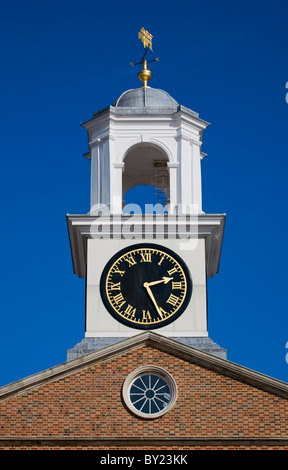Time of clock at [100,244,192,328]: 2:26
